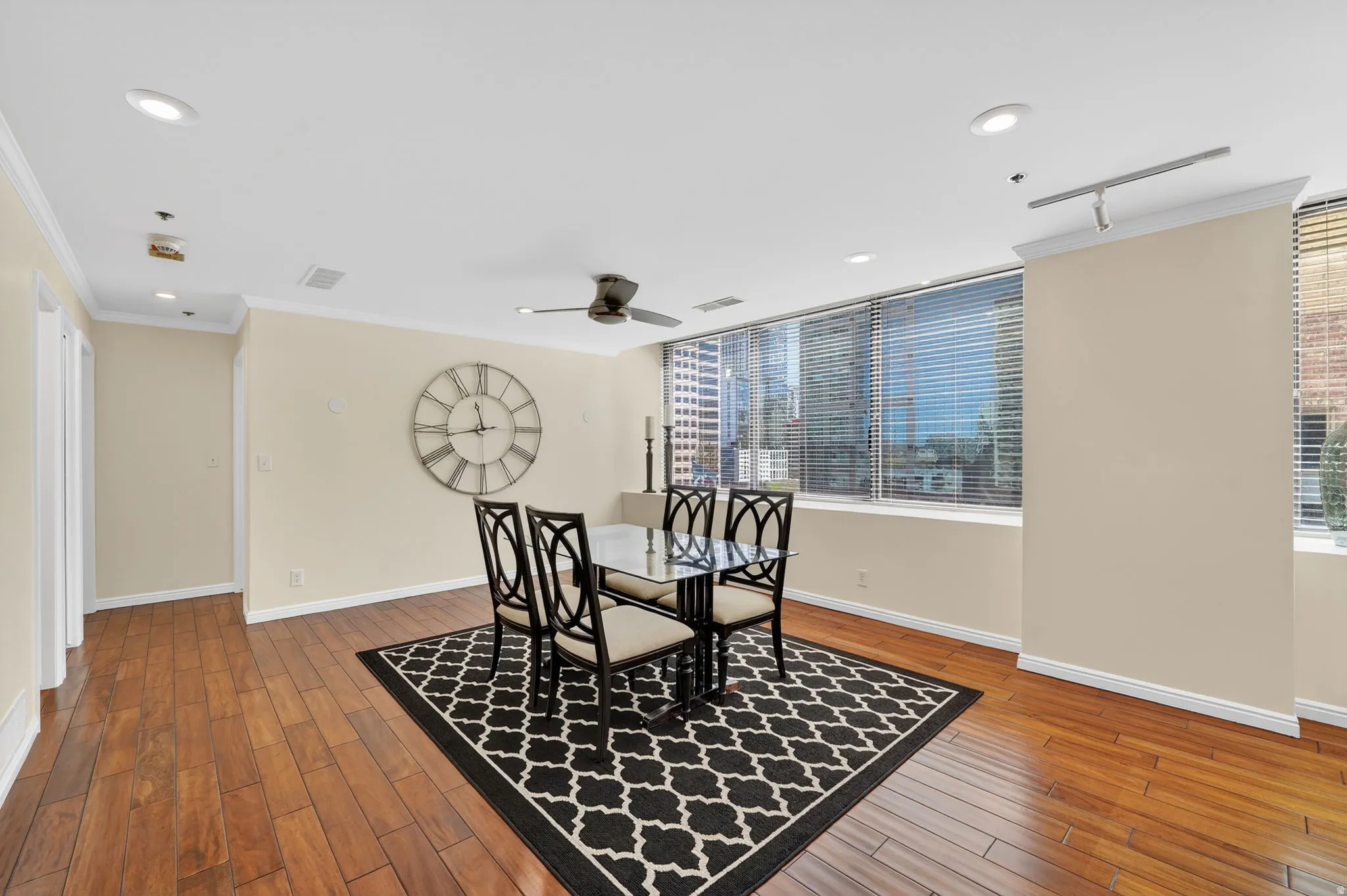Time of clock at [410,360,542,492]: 11:43
